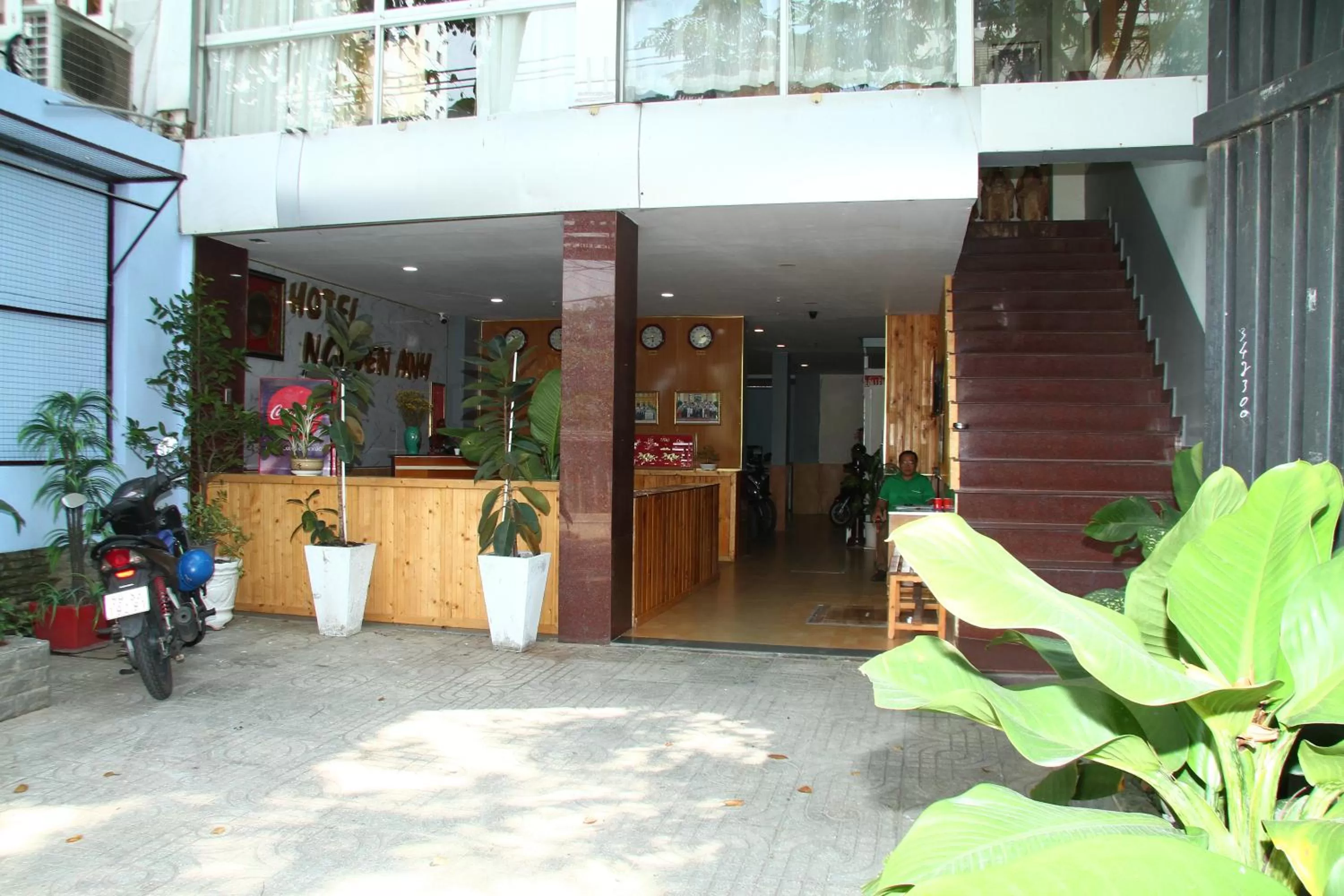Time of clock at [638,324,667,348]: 5:42
